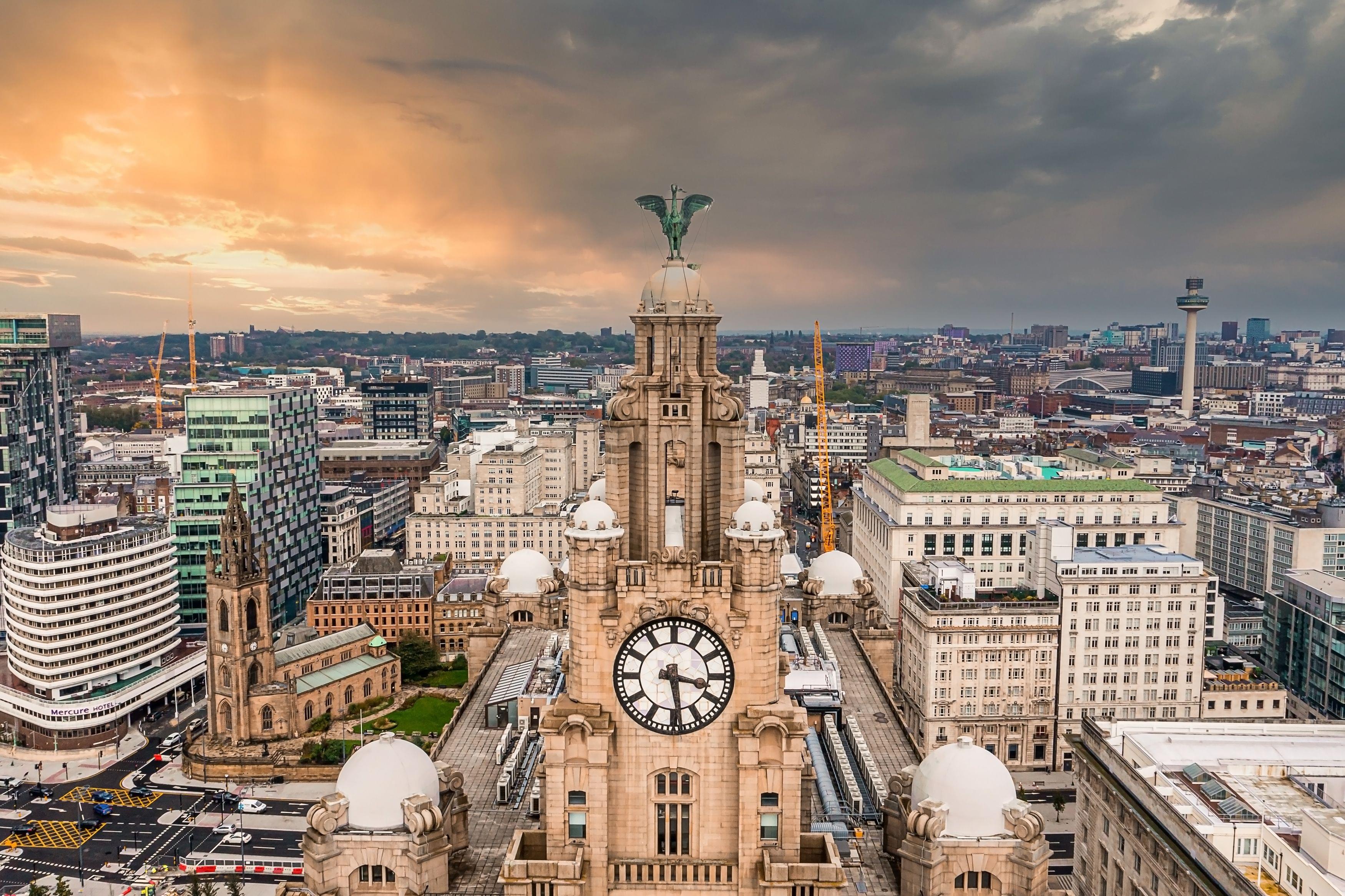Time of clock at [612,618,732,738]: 3:28
